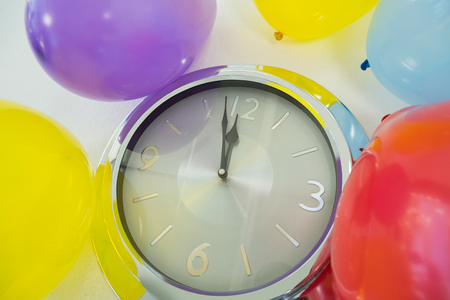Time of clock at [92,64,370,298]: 11:57
